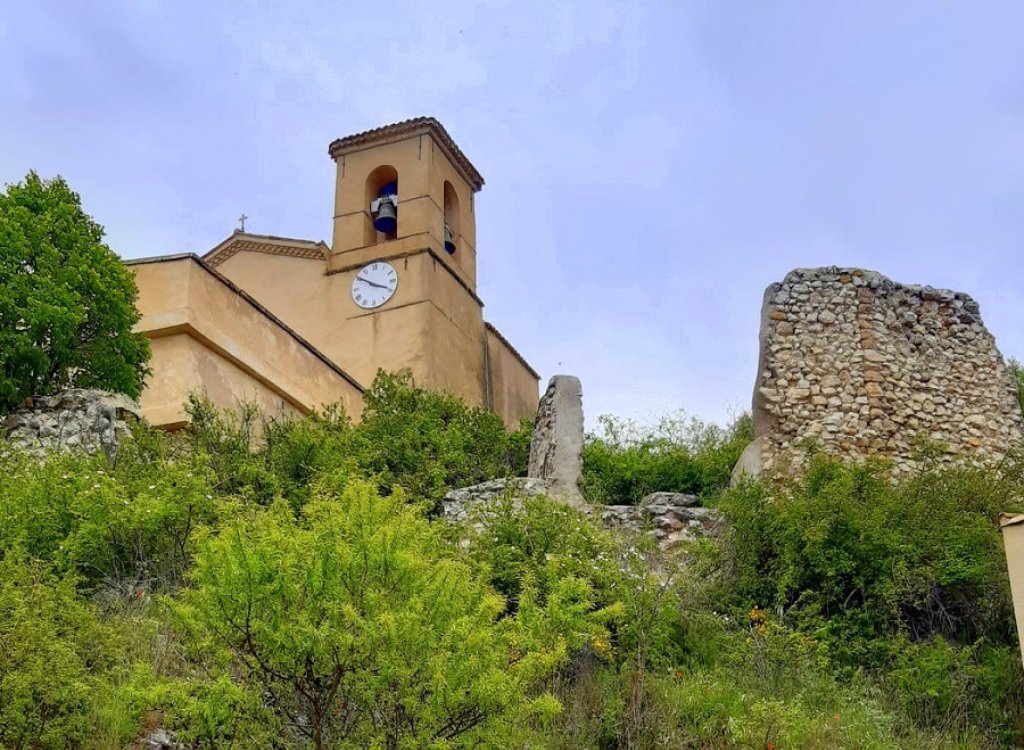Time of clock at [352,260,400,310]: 3:50
